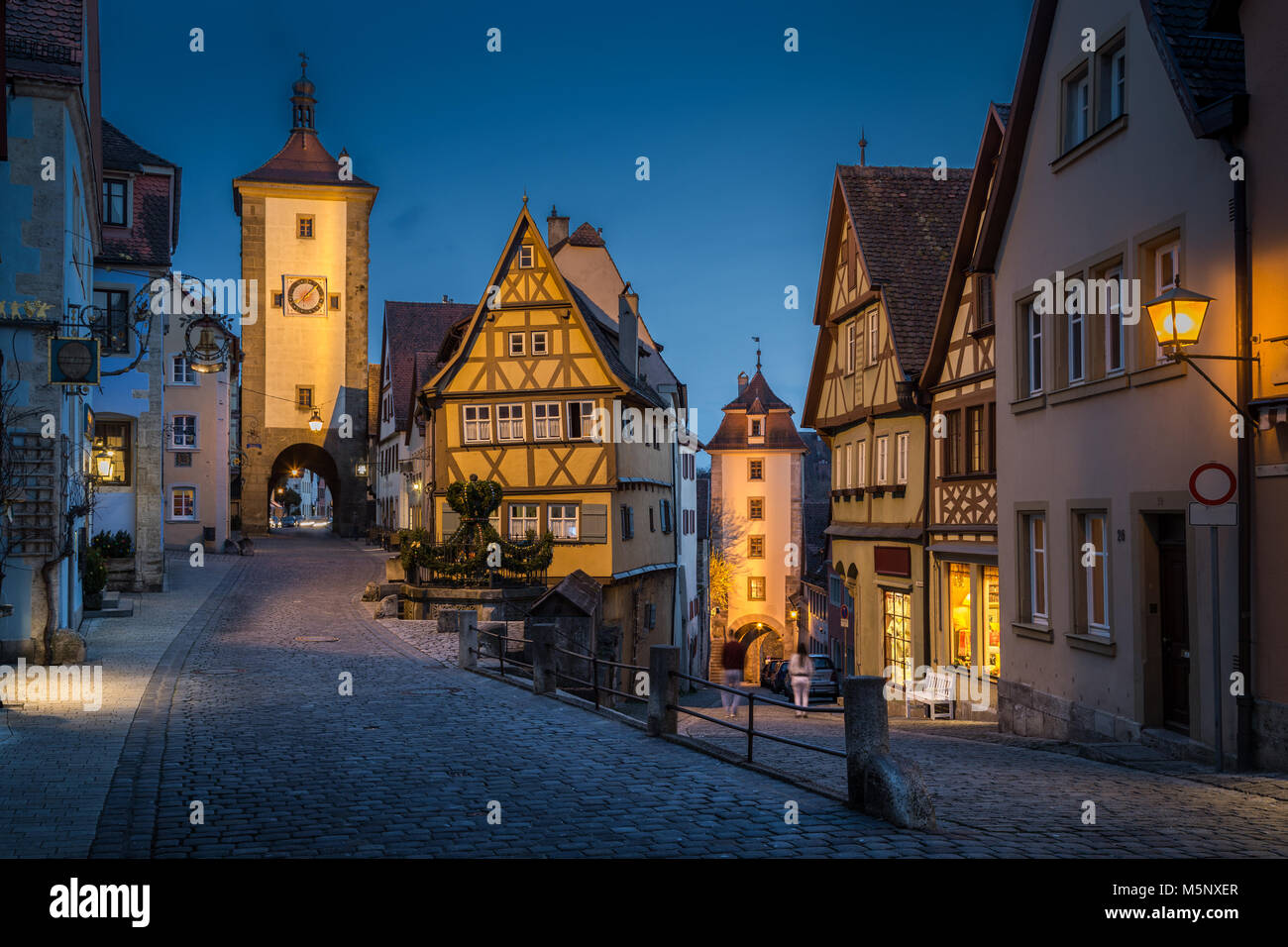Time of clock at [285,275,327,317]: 7:07
